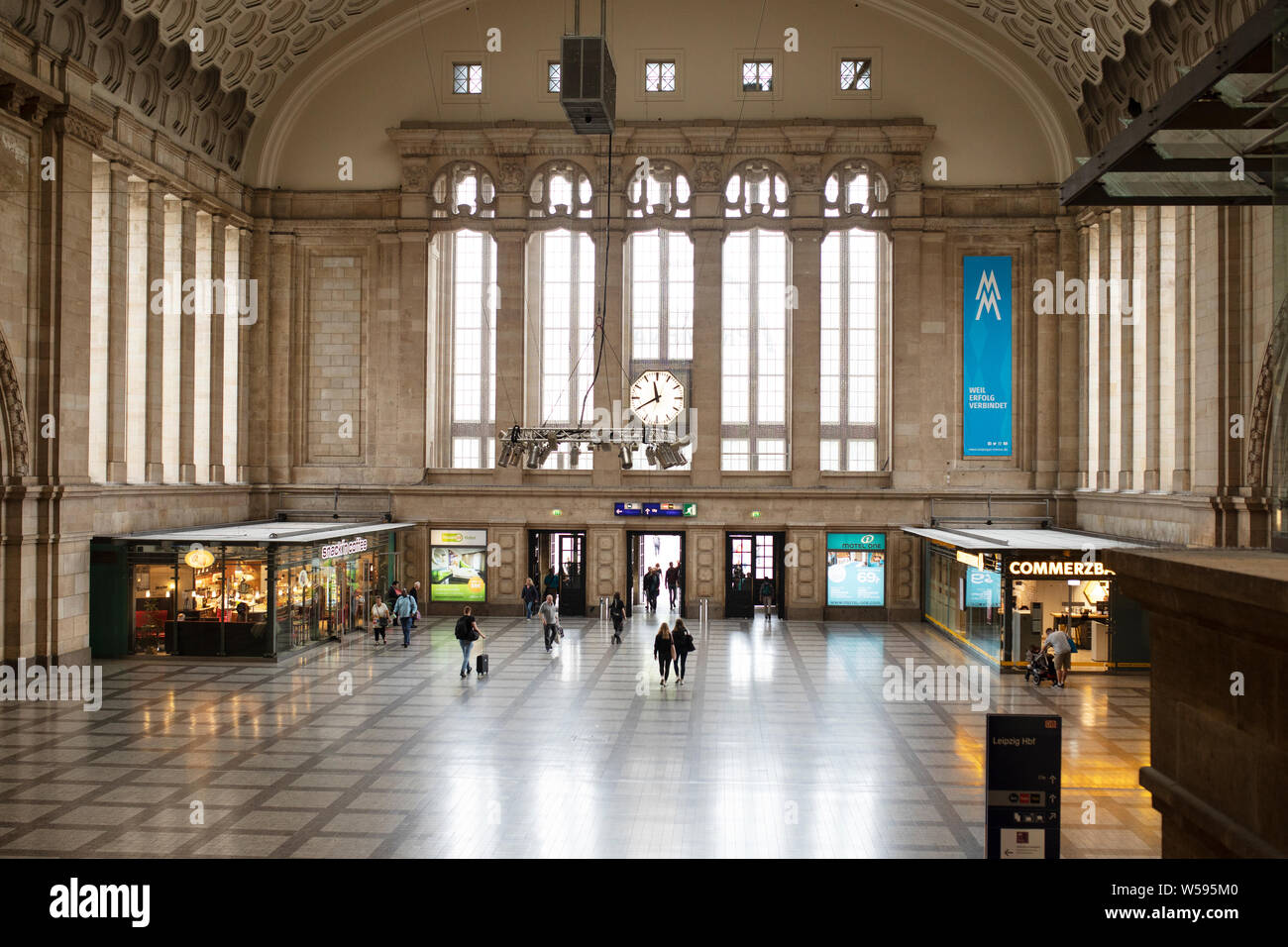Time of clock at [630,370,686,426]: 11:40
